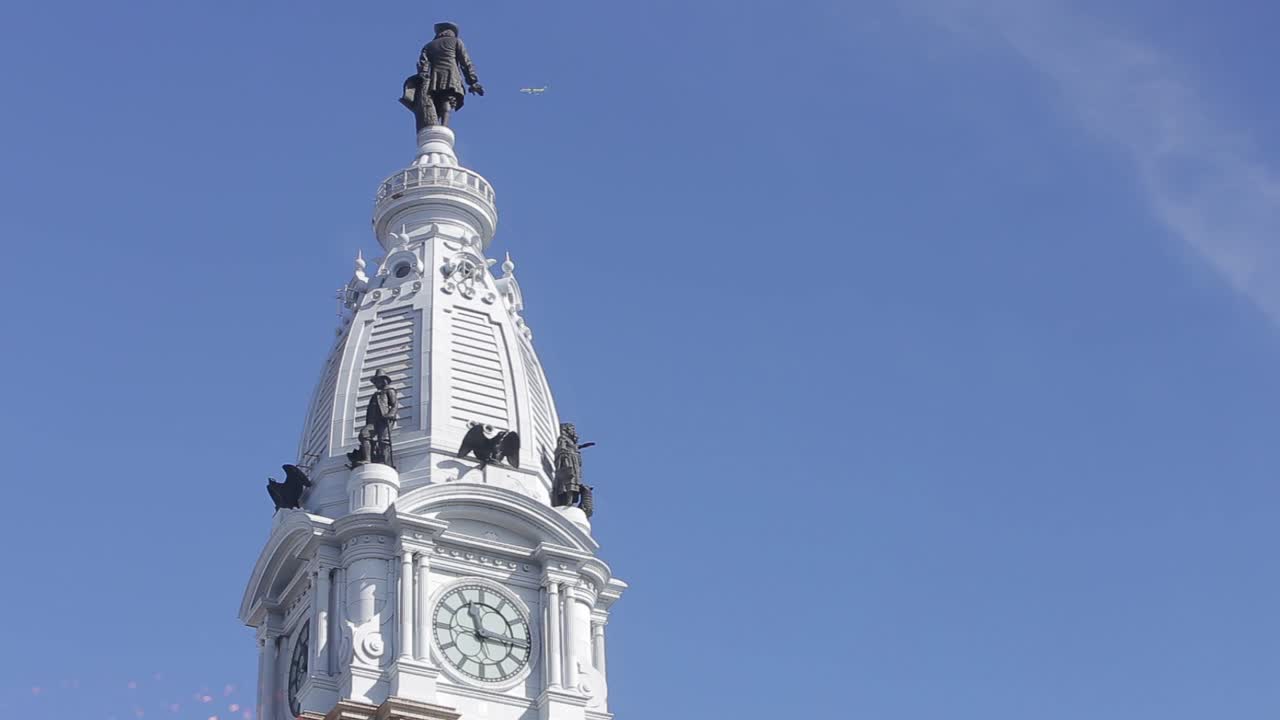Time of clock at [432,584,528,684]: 11:15
